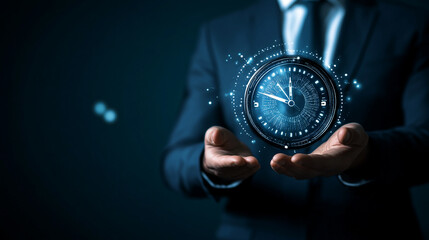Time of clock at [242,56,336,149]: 11:48
